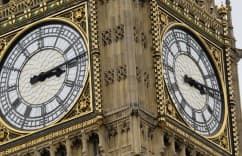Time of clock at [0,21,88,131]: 3:13
